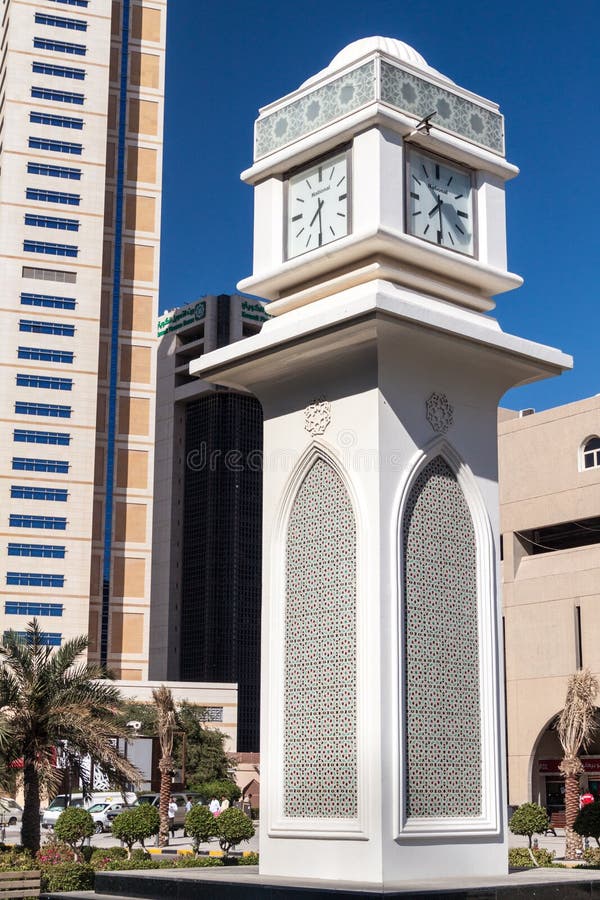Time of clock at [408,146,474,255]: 7:29
